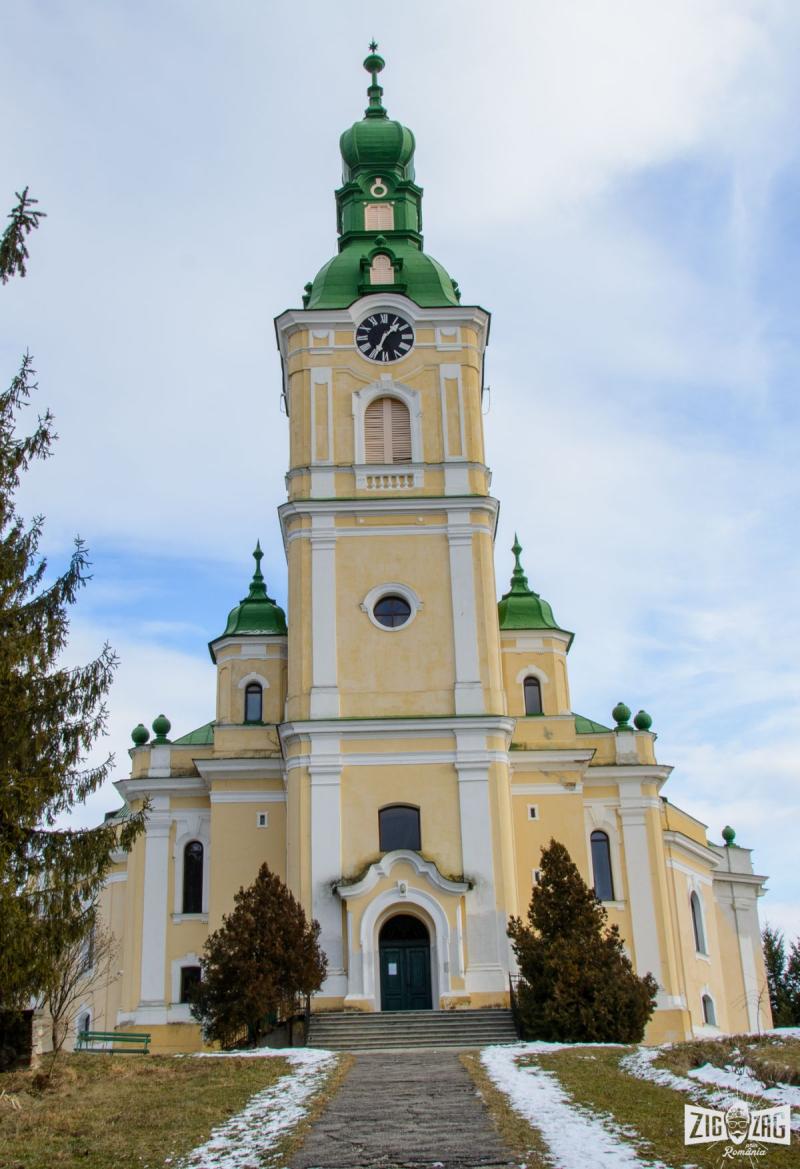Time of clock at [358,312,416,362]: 1:34
